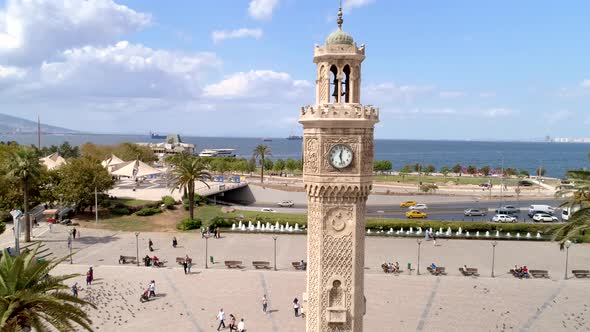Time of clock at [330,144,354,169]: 12:27
